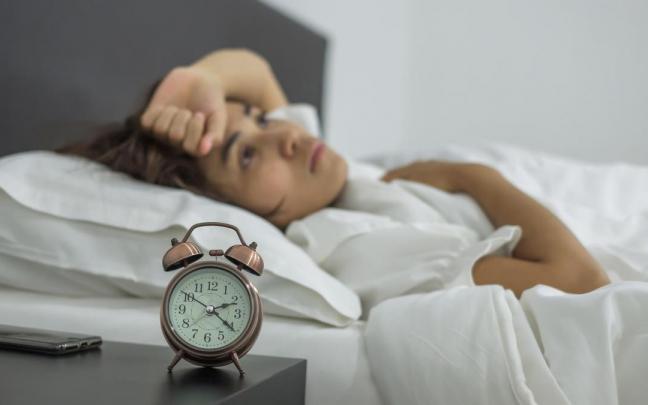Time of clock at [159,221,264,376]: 2:21
